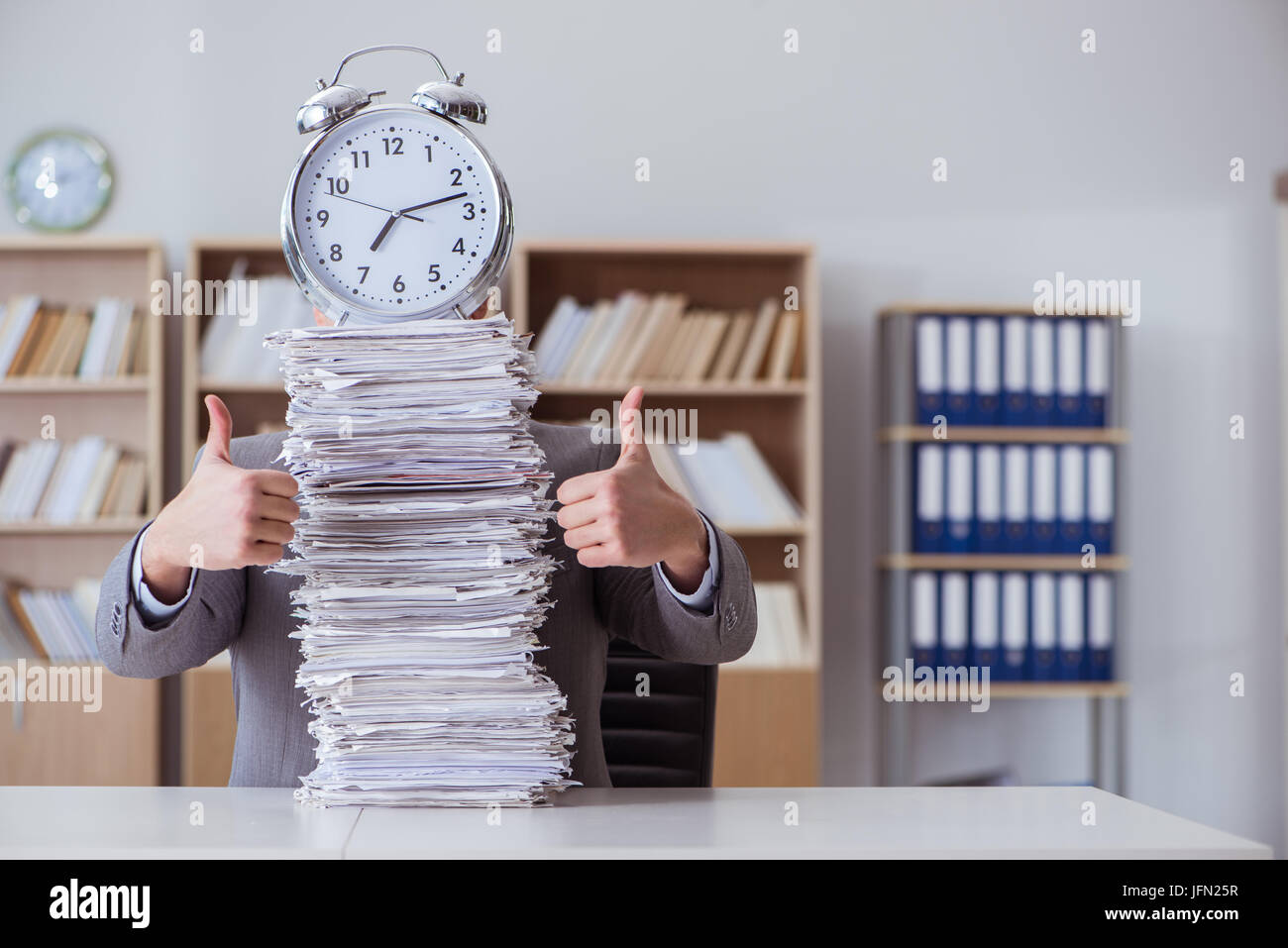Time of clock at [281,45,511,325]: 7:12
